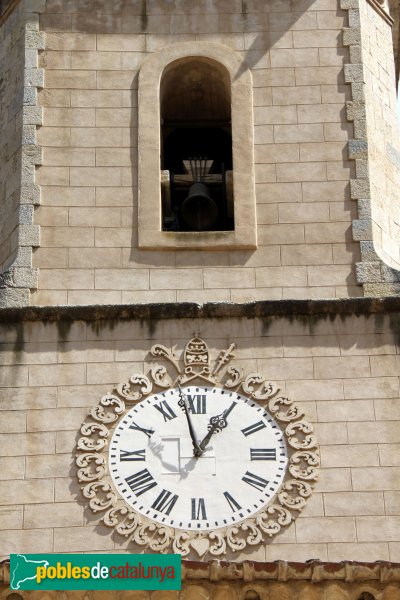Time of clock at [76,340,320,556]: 12:58
